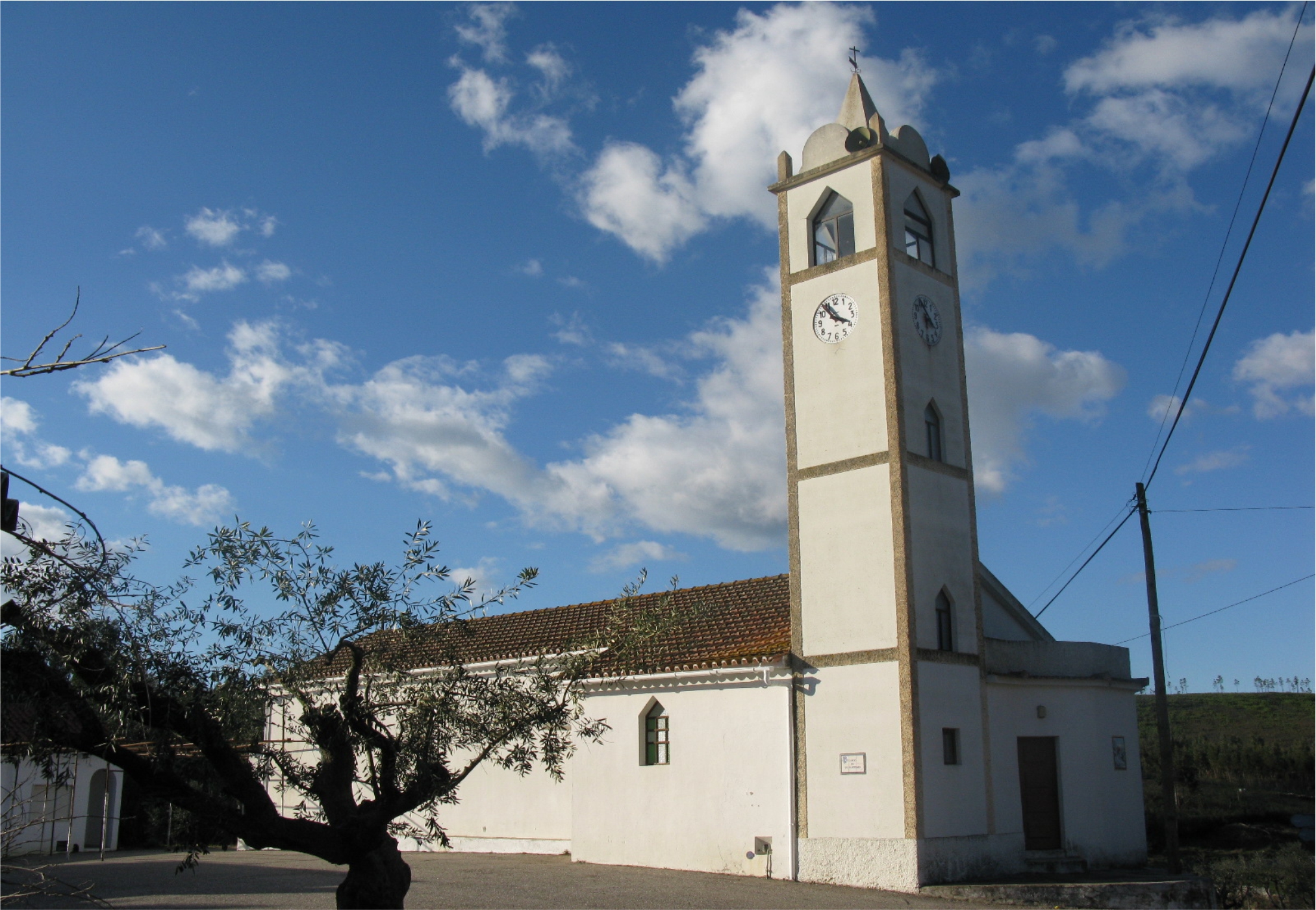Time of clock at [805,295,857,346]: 3:53
